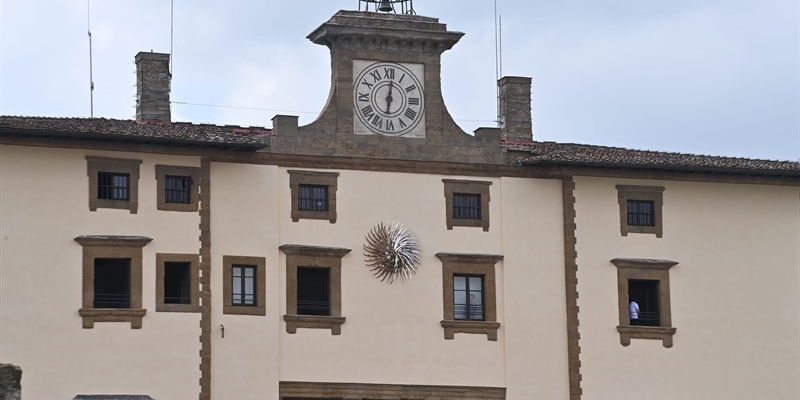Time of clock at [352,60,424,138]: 6:01
